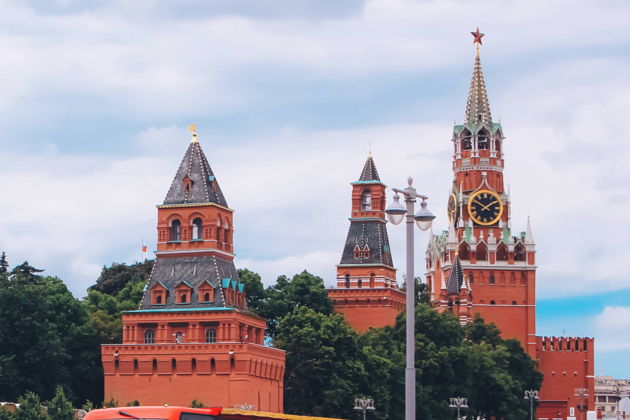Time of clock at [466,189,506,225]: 1:50
